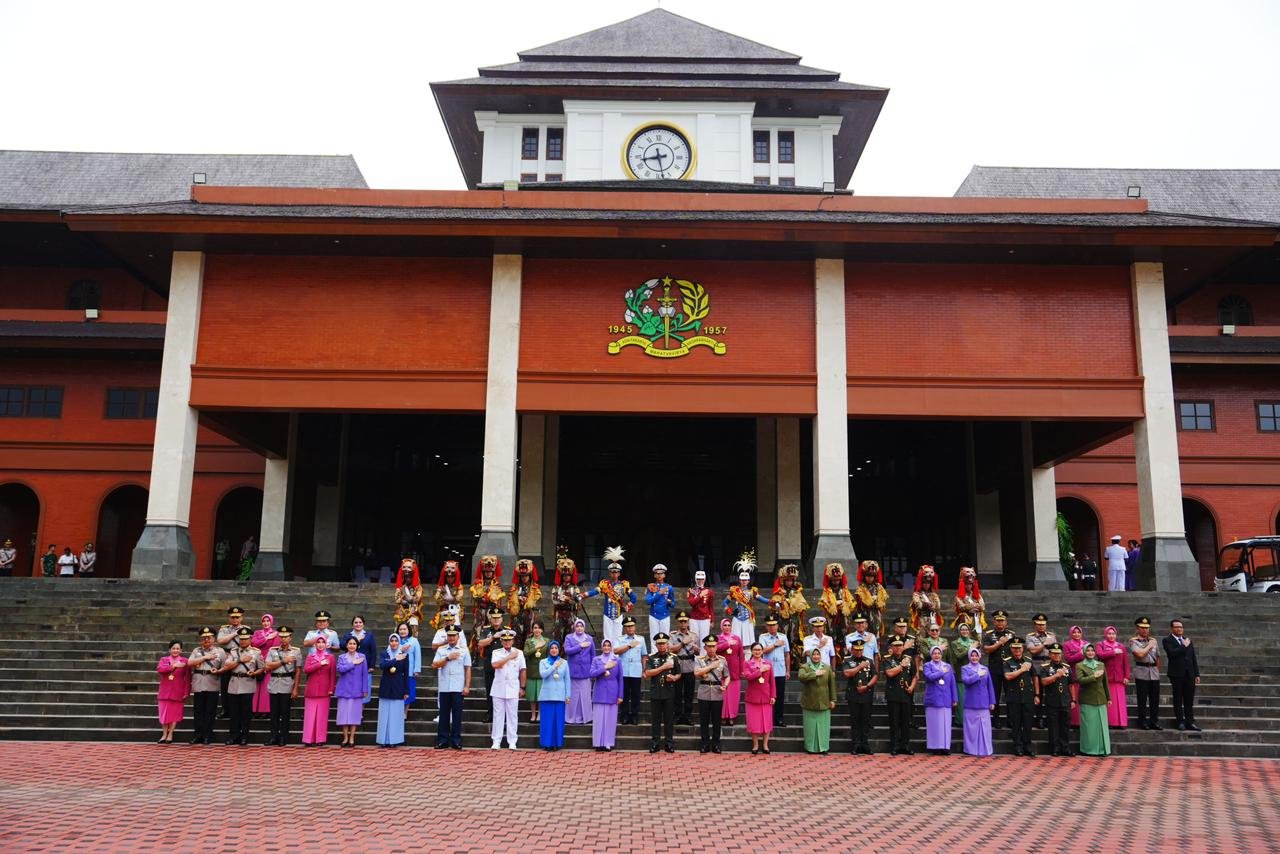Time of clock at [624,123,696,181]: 8:28
